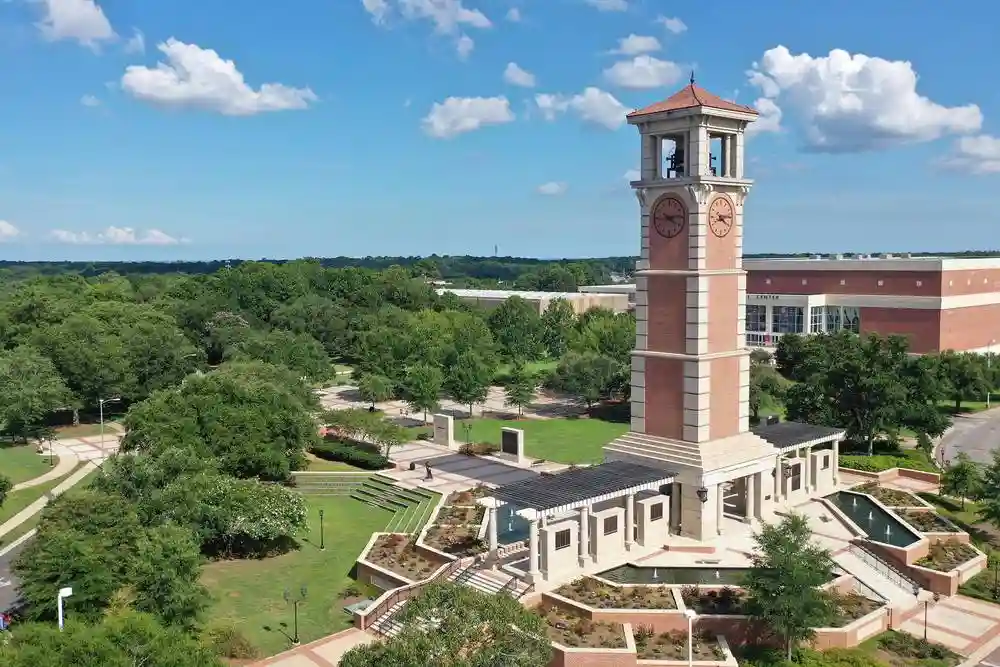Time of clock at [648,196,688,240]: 4:13
